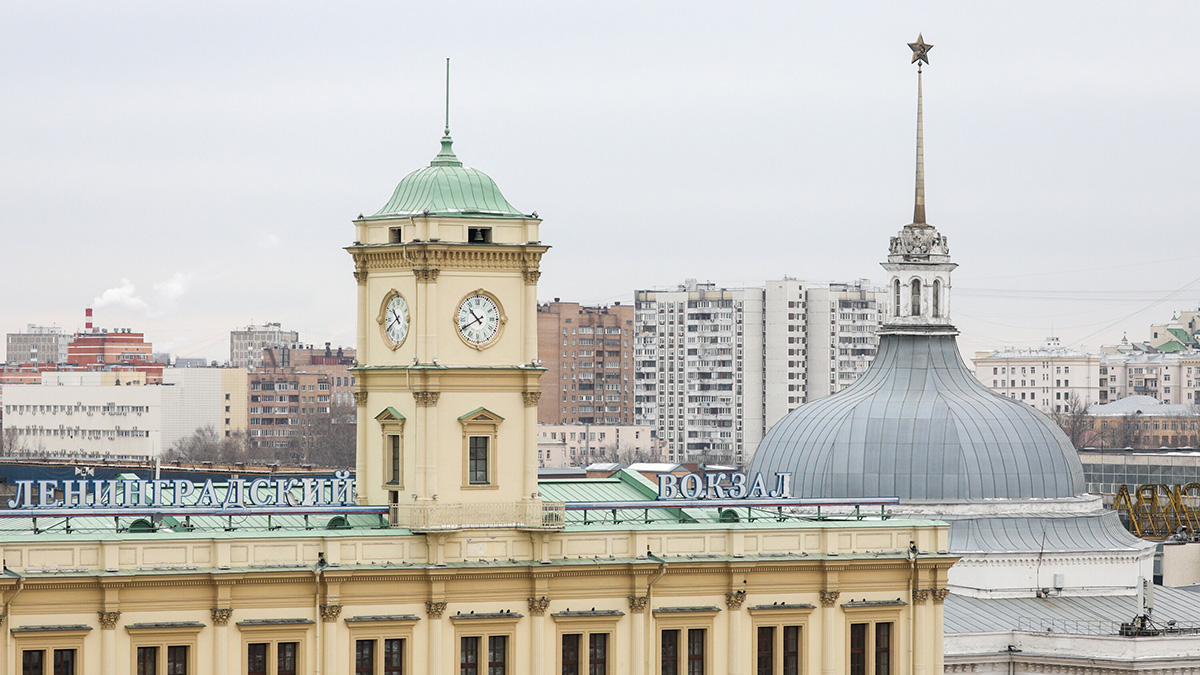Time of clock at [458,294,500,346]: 10:40
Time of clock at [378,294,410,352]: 10:40
